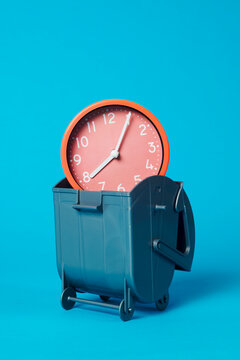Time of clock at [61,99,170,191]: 8:05
